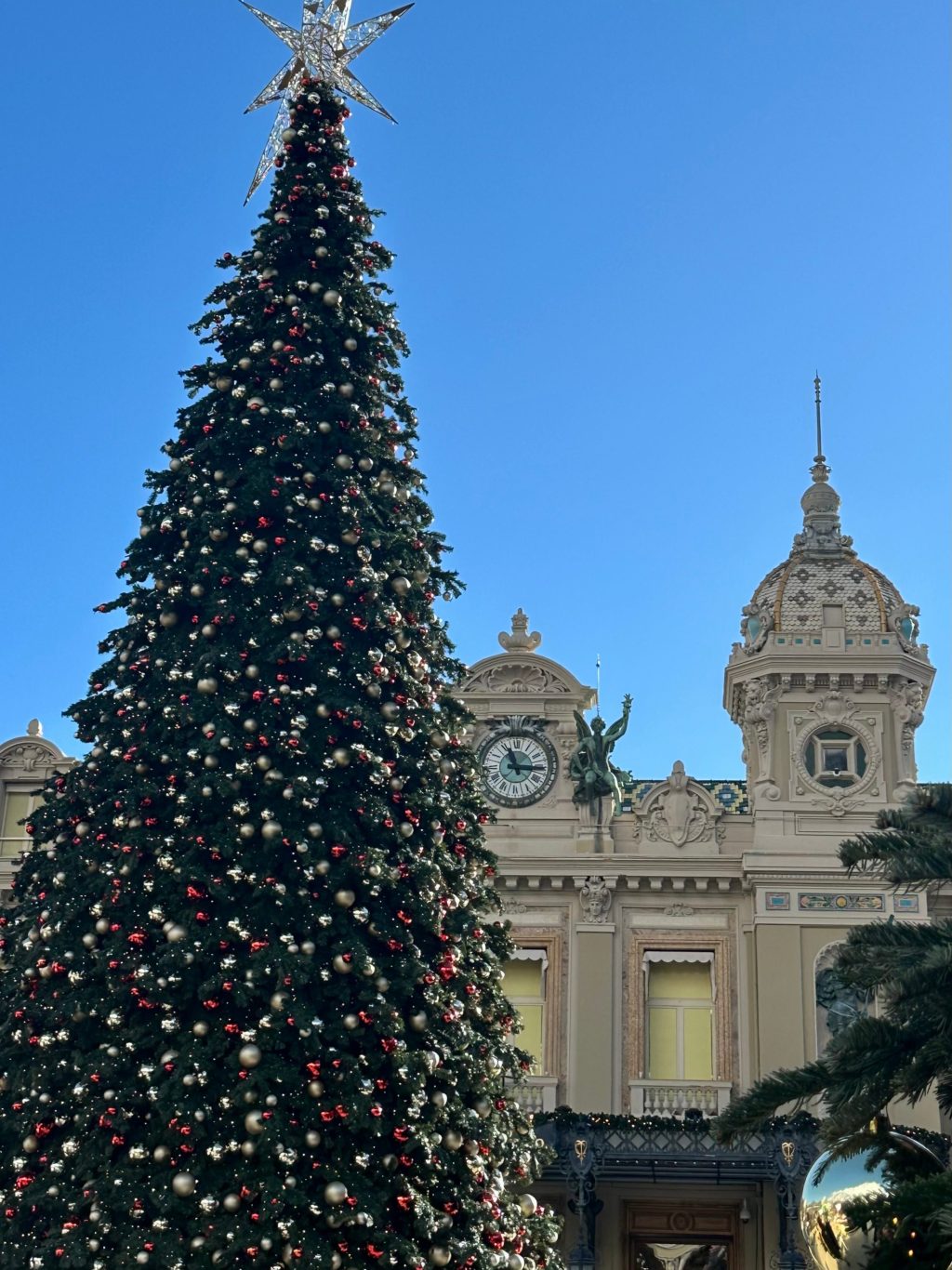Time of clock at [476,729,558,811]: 11:15
